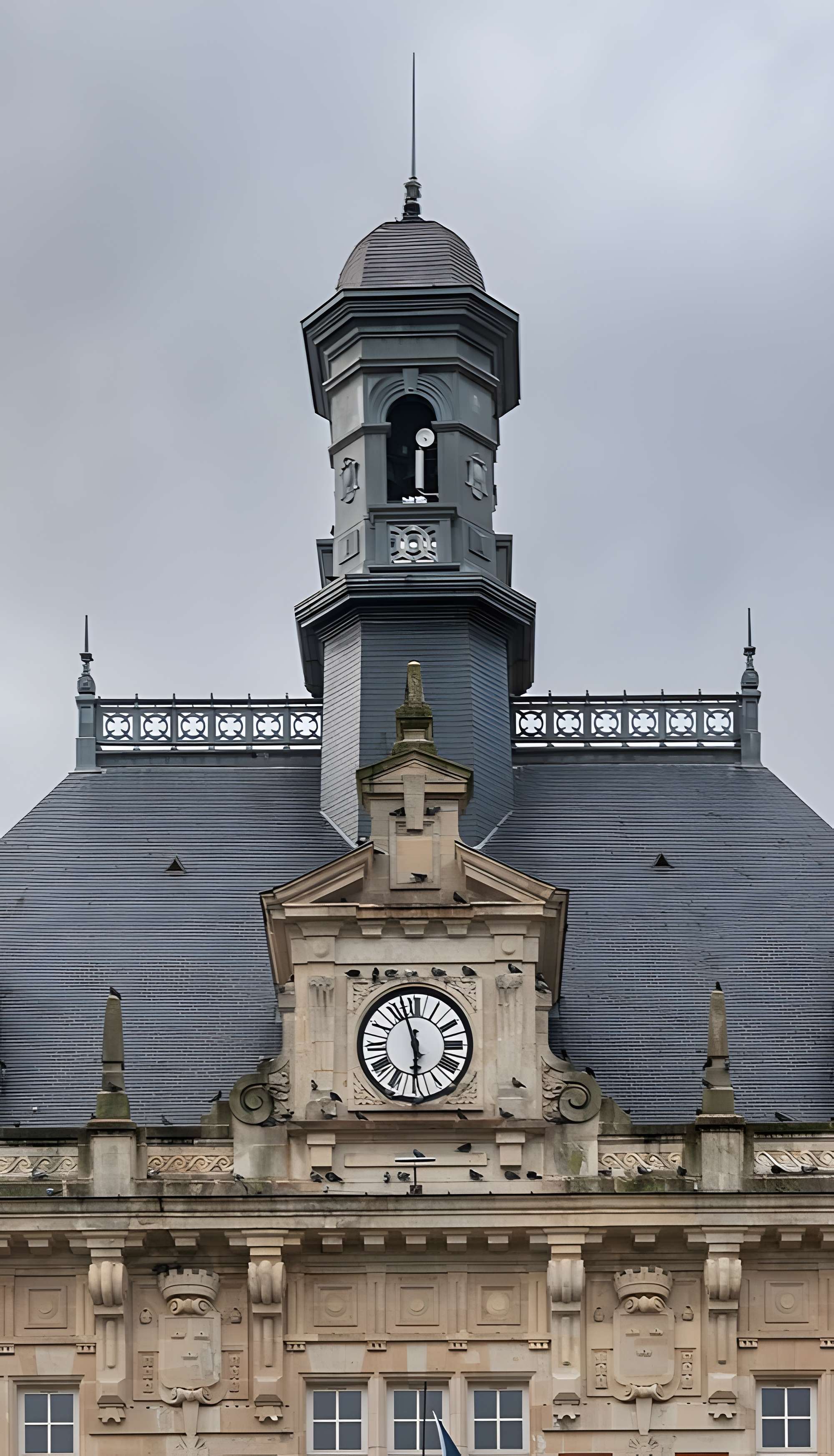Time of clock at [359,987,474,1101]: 5:57
